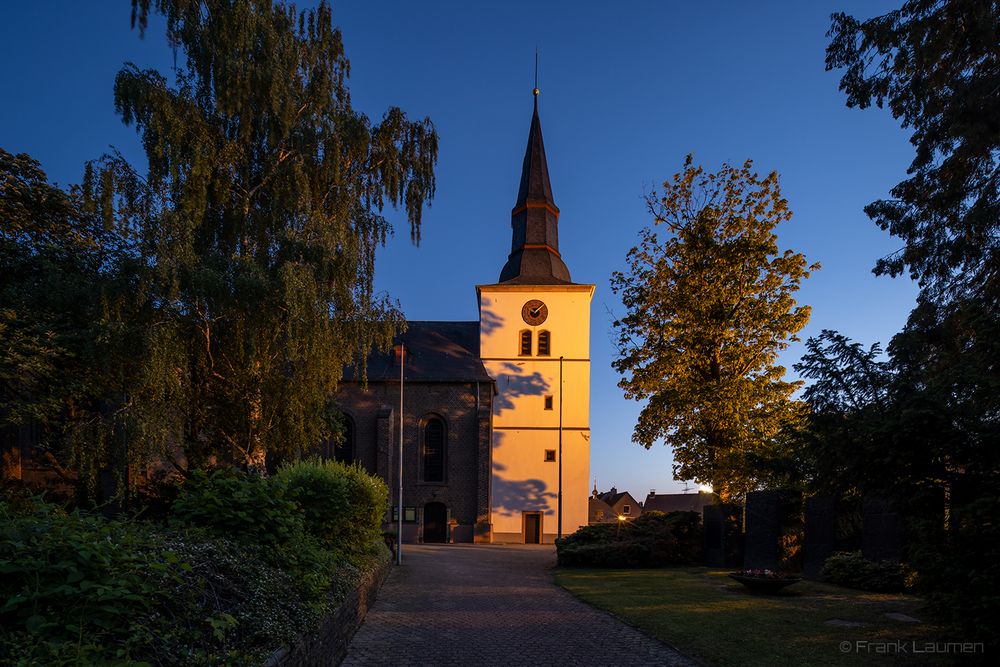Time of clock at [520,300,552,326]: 10:07
